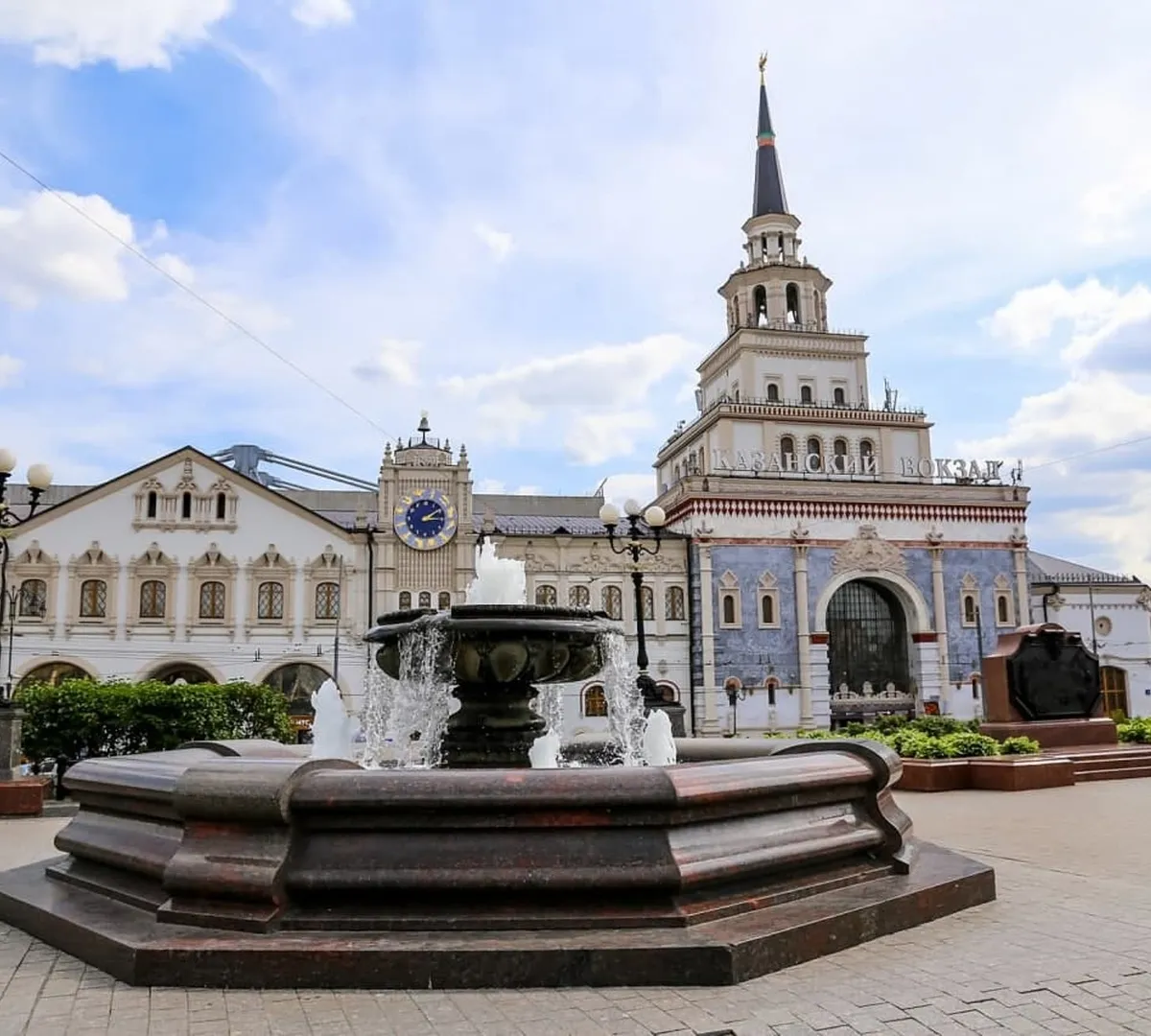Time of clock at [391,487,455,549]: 2:15
